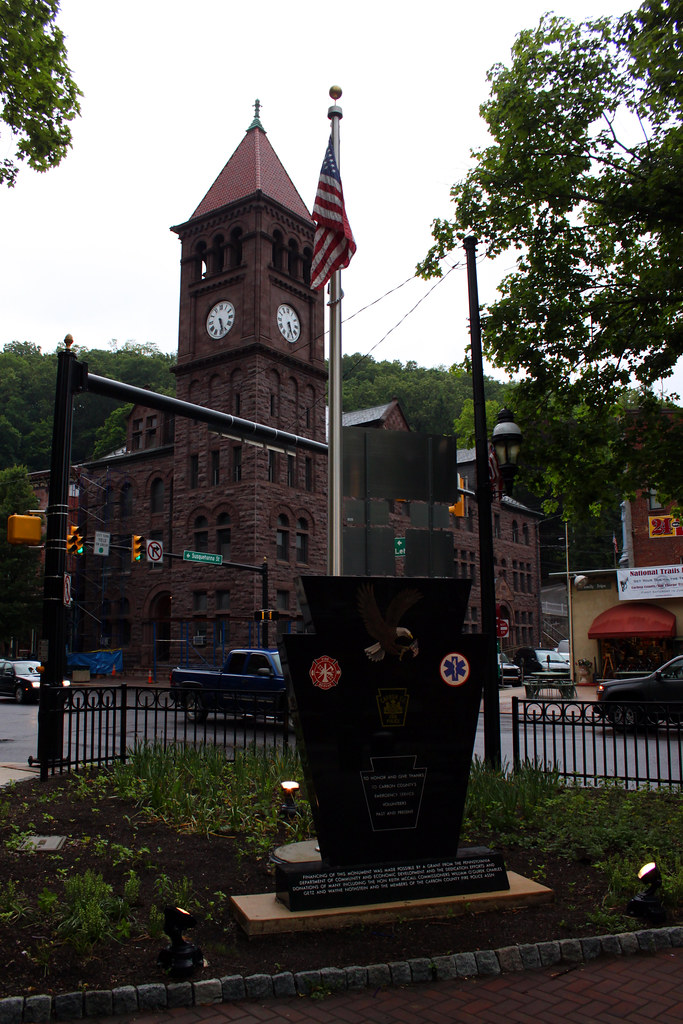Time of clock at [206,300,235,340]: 5:27
